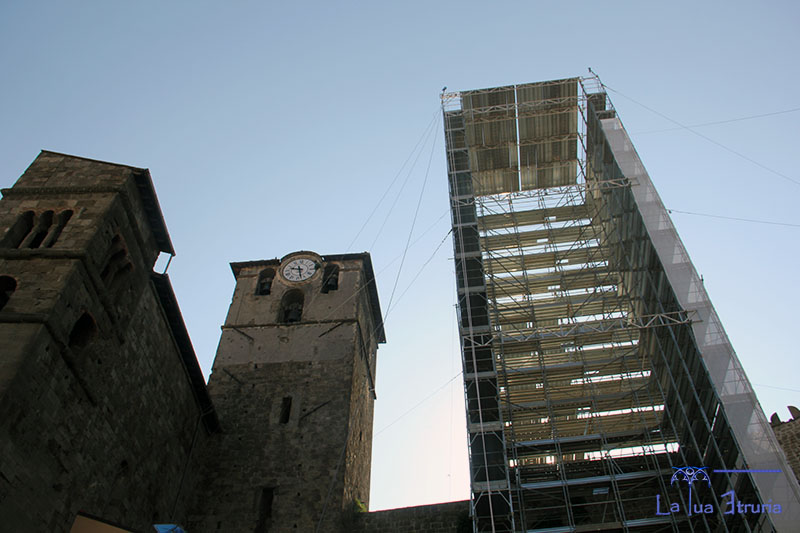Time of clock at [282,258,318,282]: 9:27
